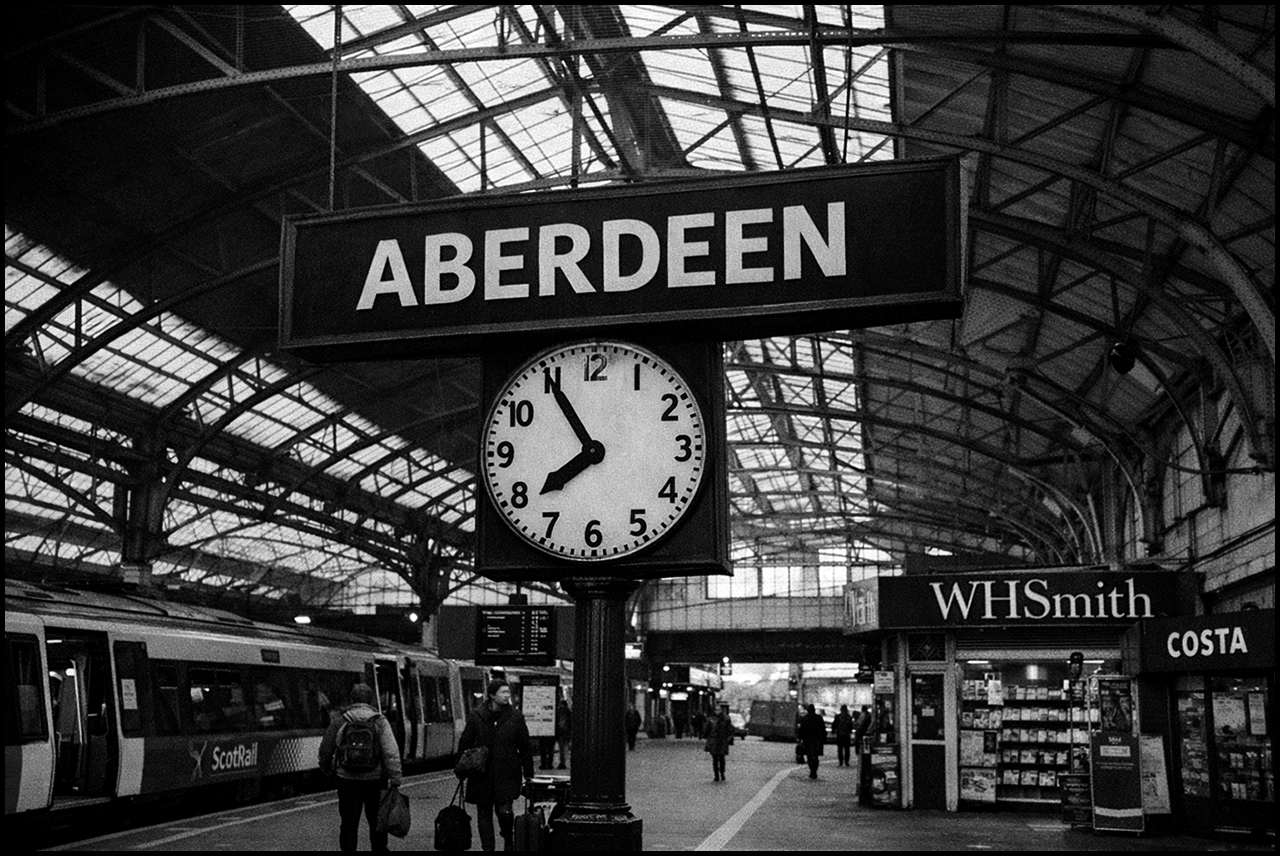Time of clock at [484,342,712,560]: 7:54
